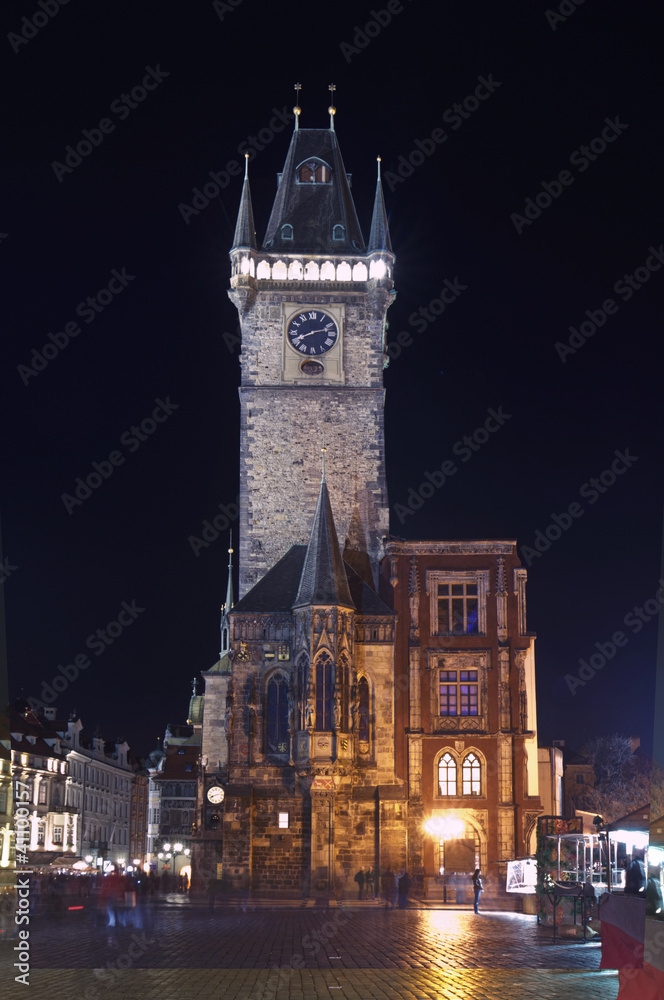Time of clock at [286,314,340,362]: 8:12
